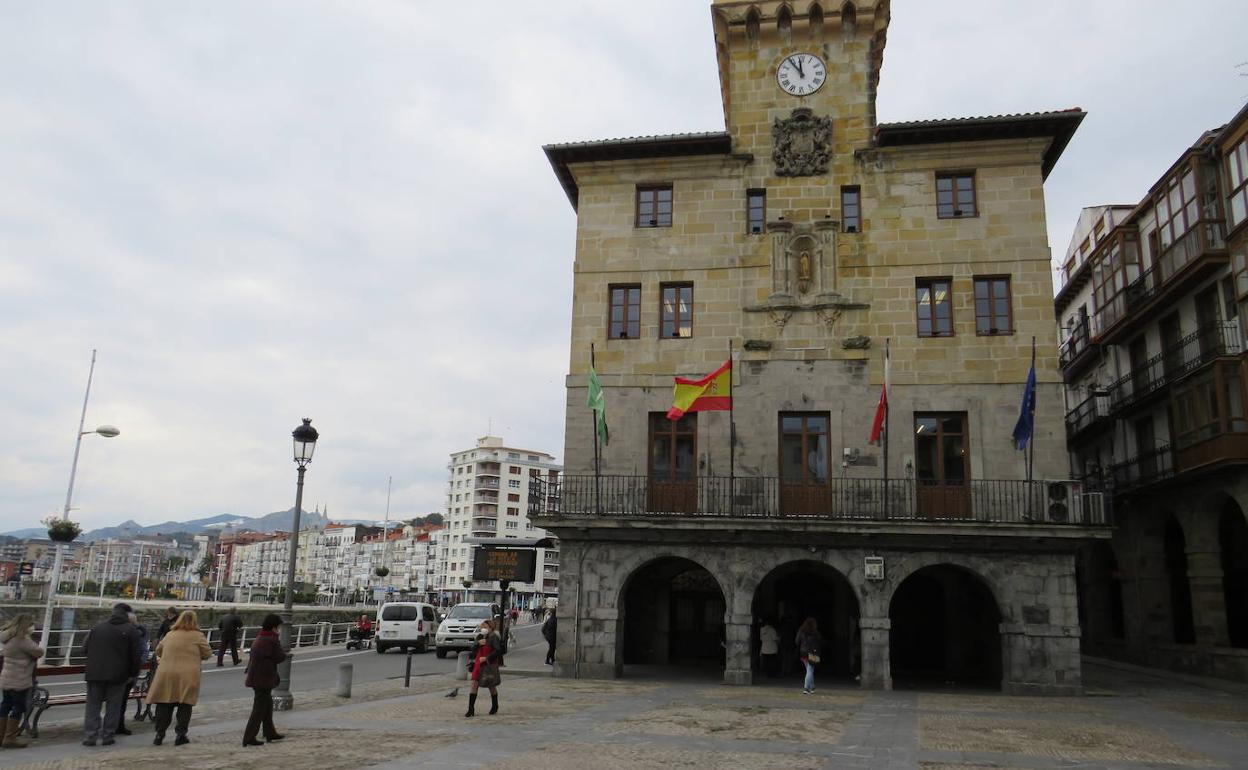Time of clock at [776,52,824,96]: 11:53
